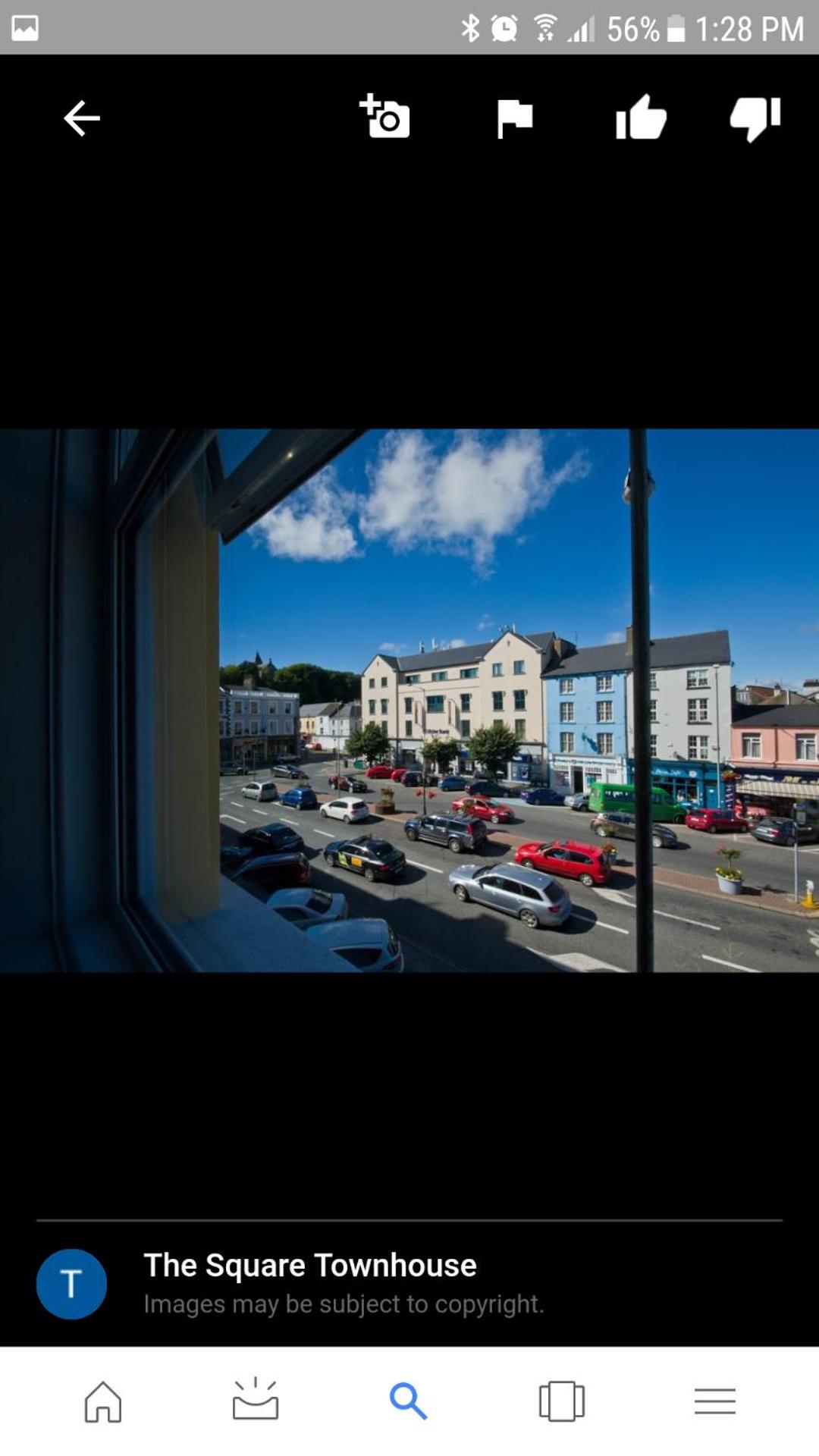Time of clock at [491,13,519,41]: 2:58
